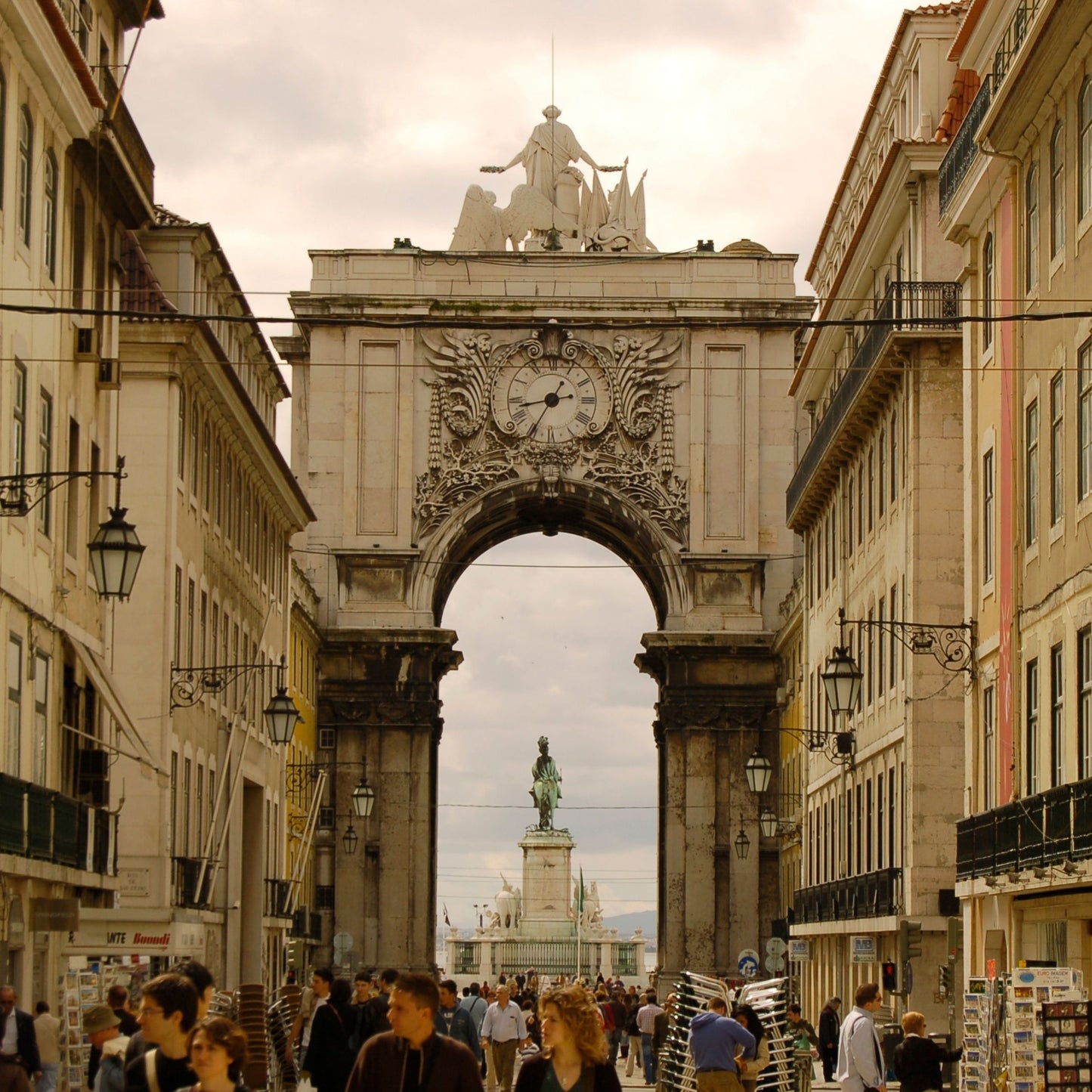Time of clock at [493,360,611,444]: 8:35
